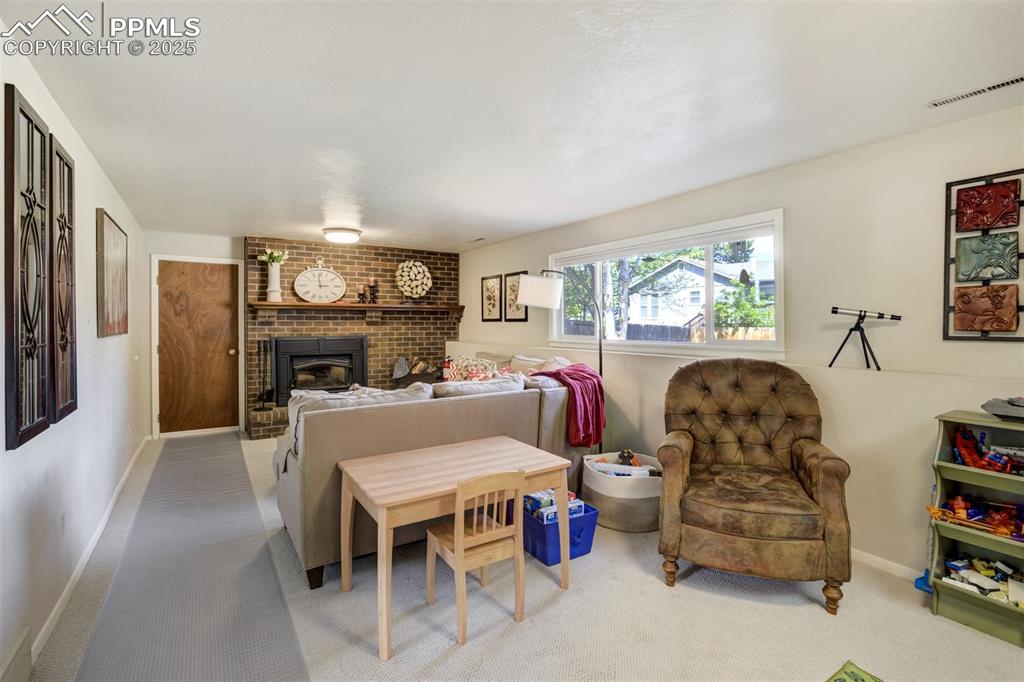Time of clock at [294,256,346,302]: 2:59
